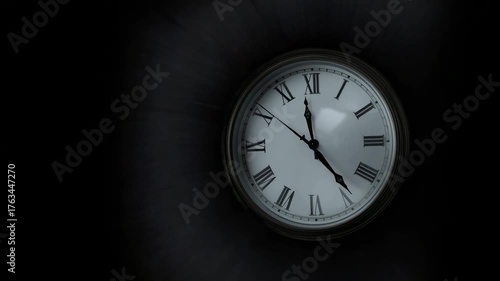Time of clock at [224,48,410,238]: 11:23
